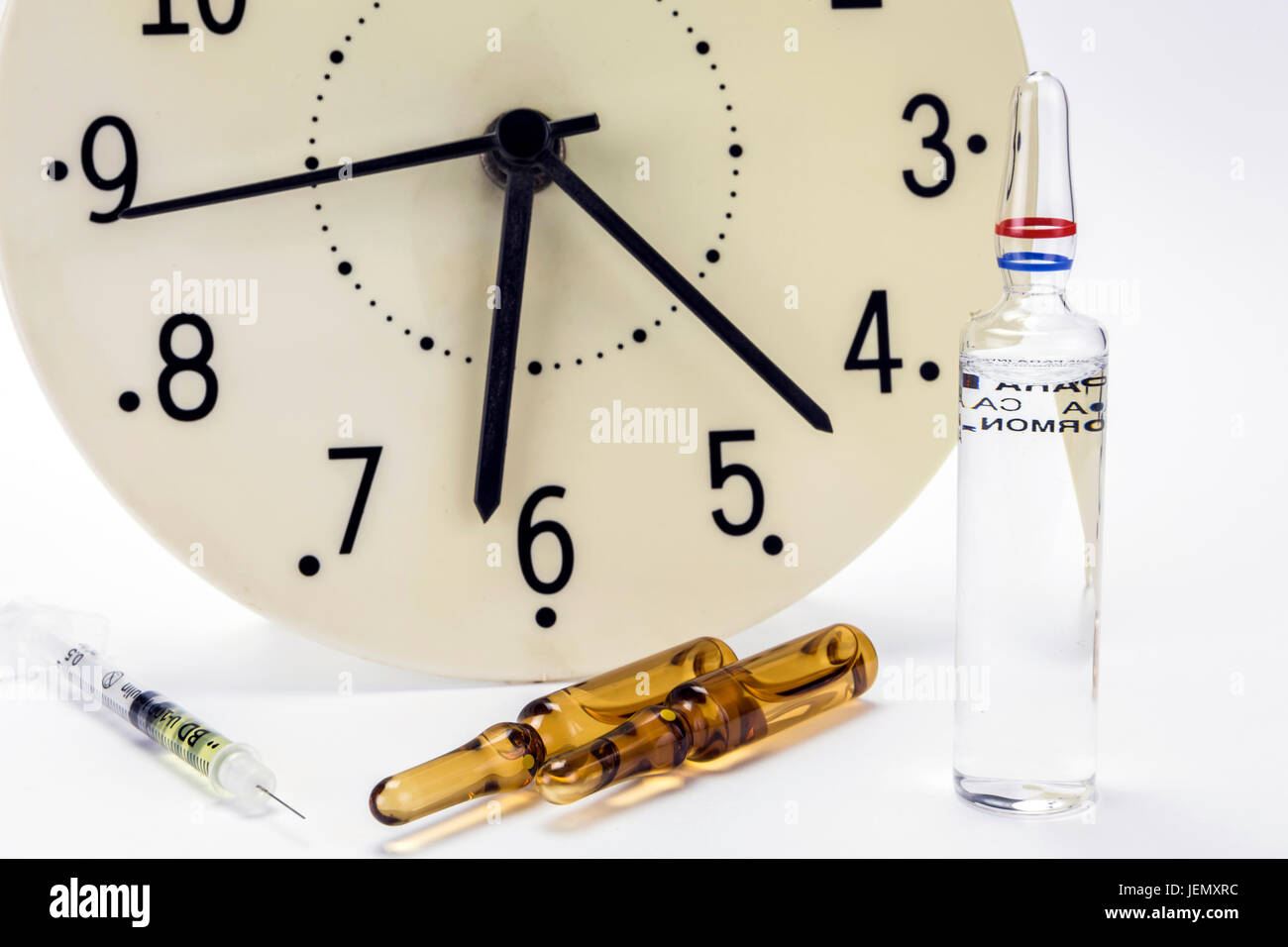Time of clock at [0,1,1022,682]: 6:22
